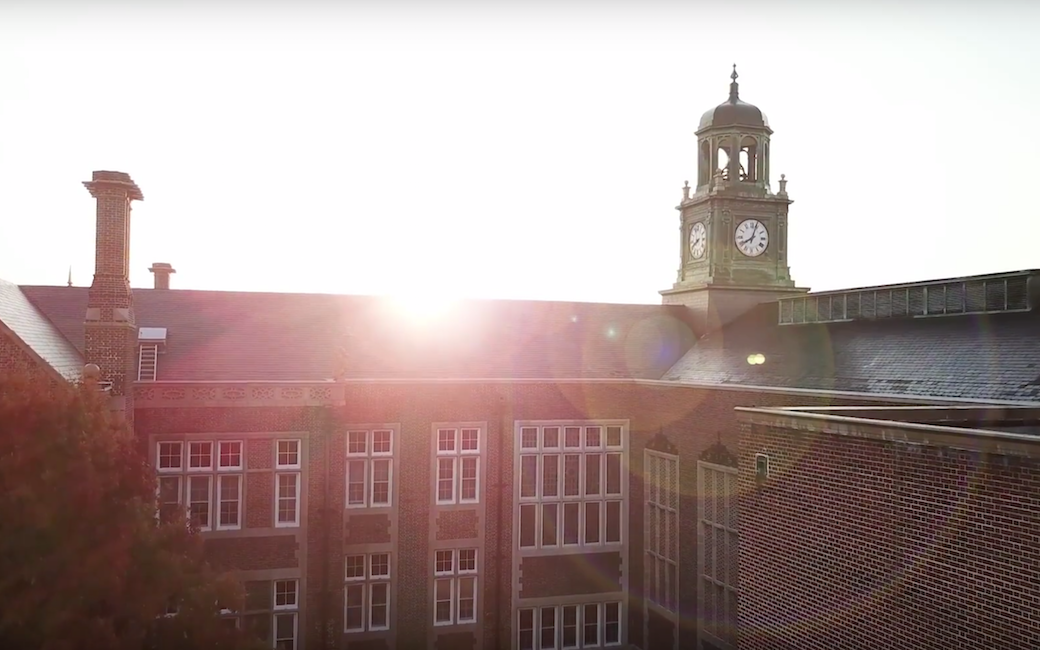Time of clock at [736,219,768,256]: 8:03
